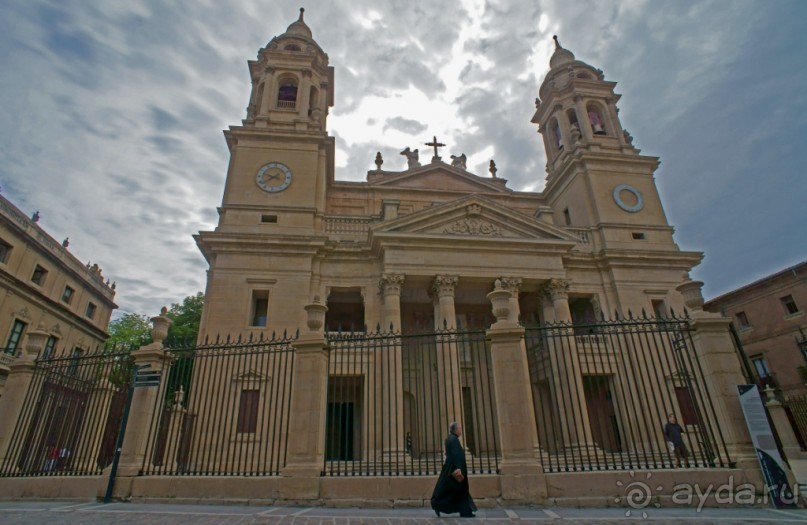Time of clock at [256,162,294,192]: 9:38
